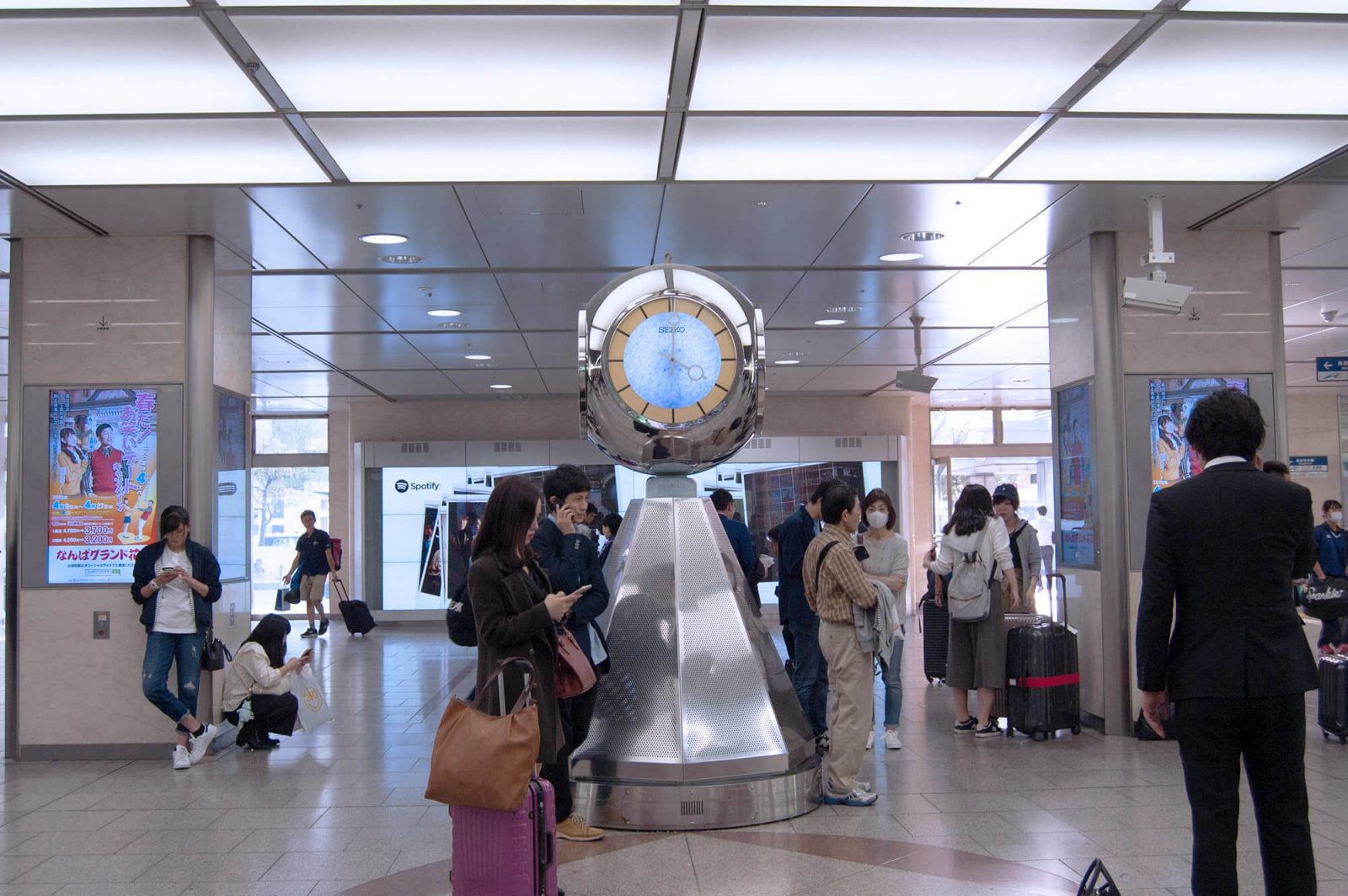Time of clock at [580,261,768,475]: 4:00
